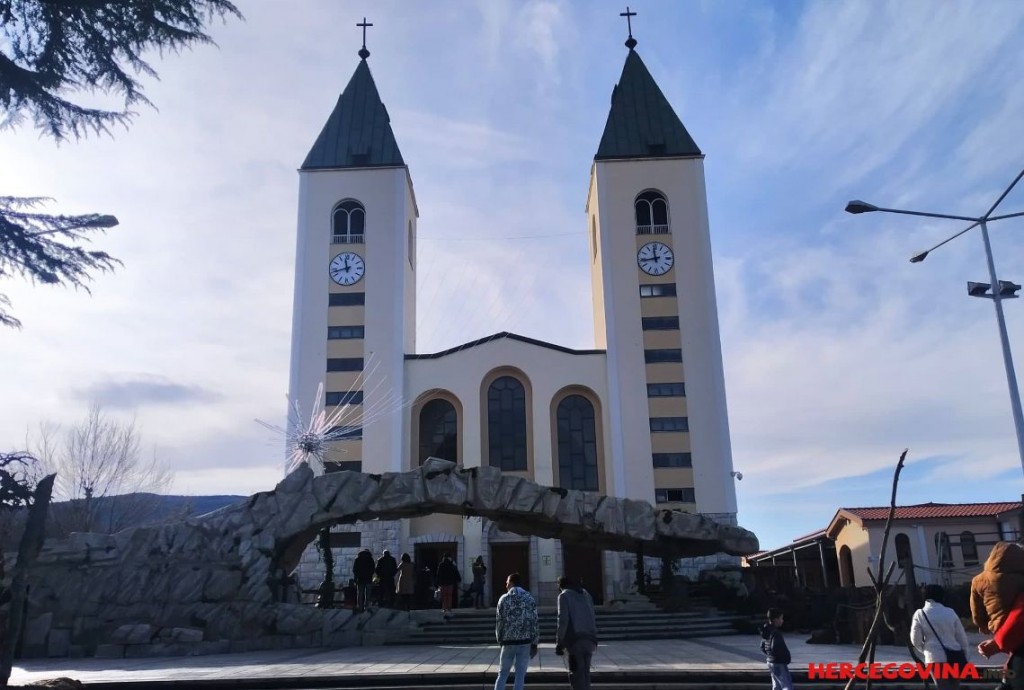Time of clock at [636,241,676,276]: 11:43
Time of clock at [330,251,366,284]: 11:42
